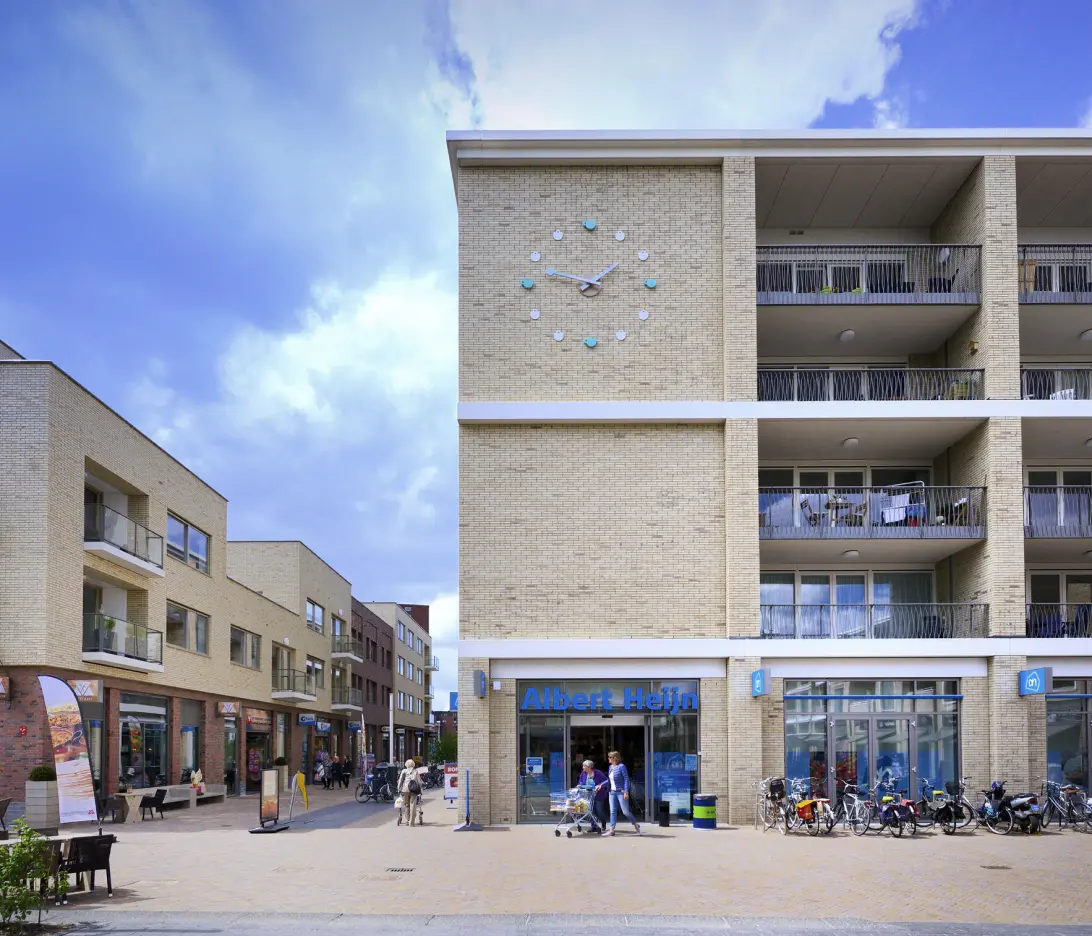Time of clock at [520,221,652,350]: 1:47
